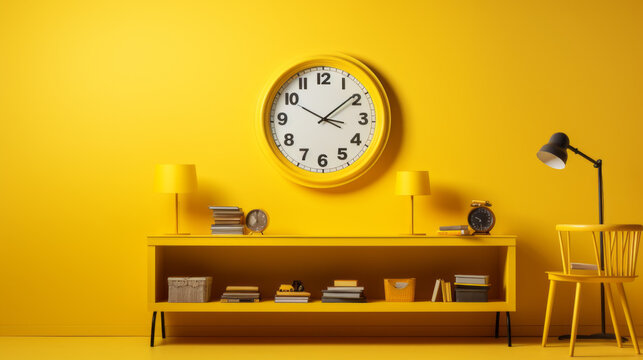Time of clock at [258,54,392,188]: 3:08
